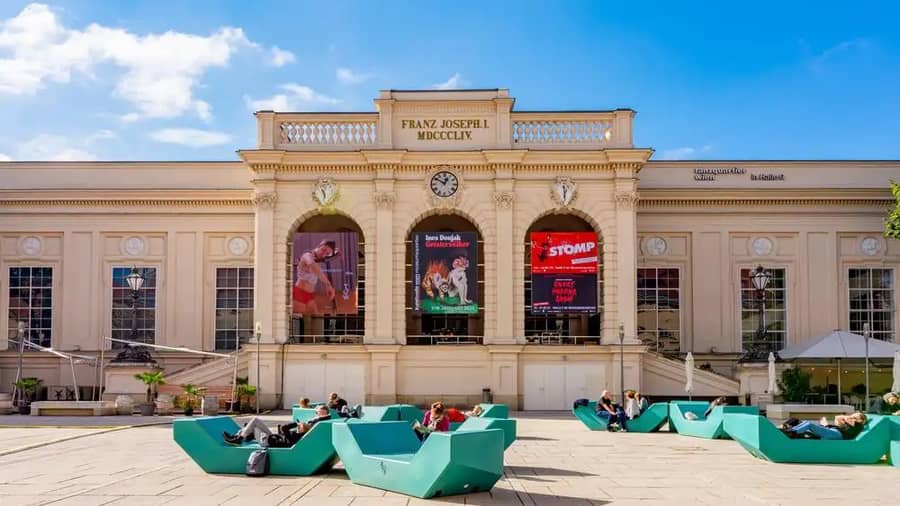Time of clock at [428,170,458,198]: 12:50
